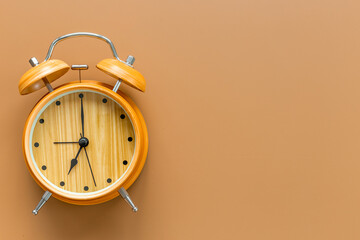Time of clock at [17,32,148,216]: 7:00
